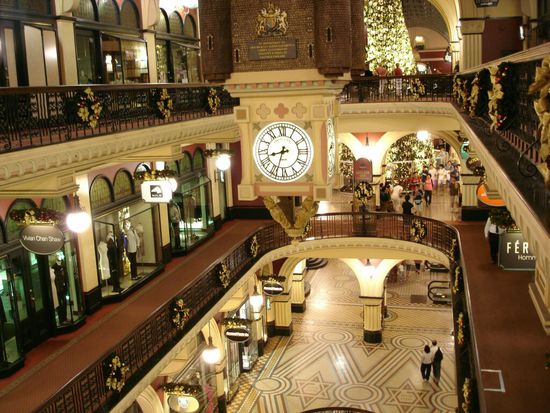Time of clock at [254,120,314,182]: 8:33
